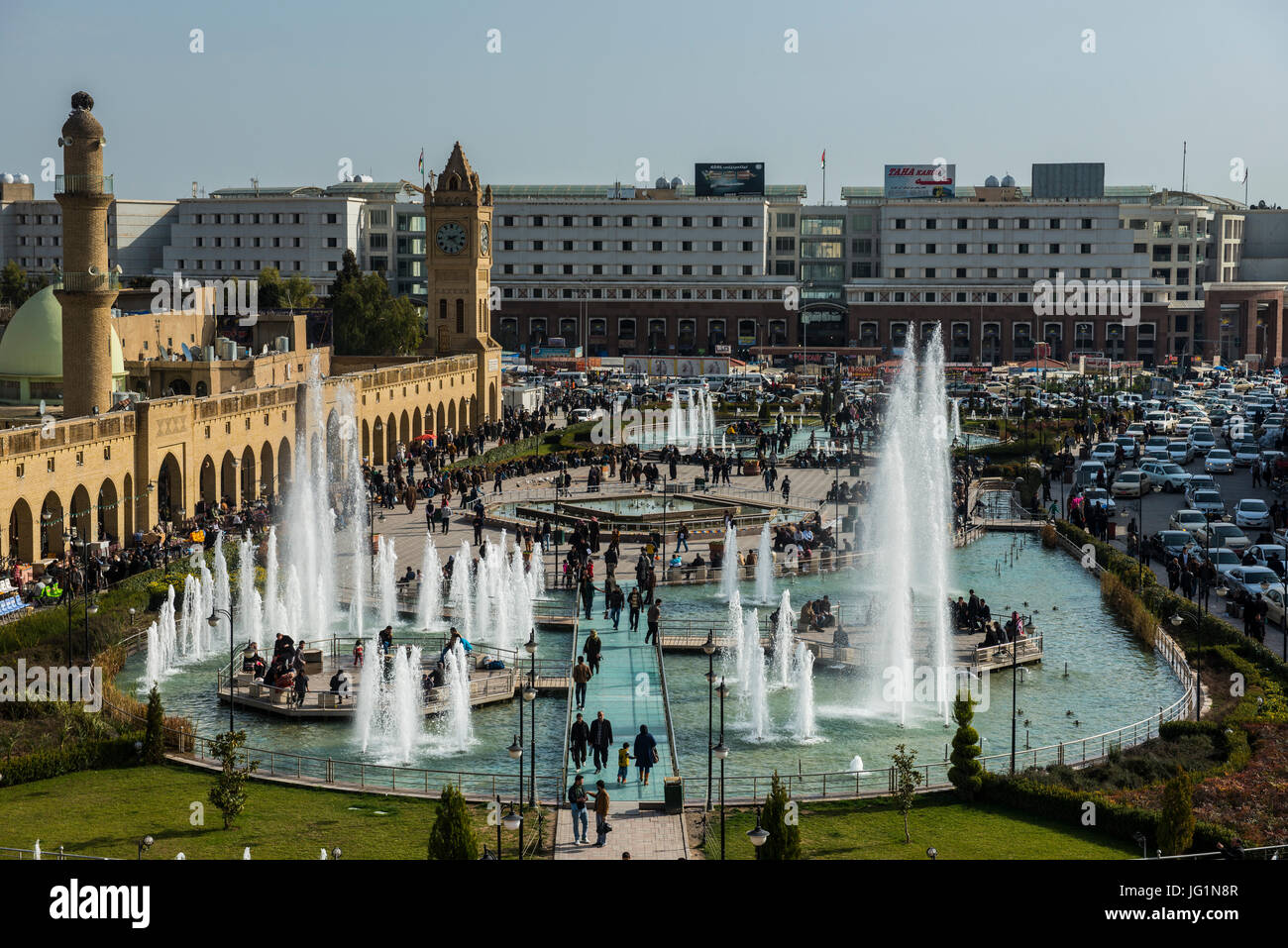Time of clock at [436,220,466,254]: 2:22
